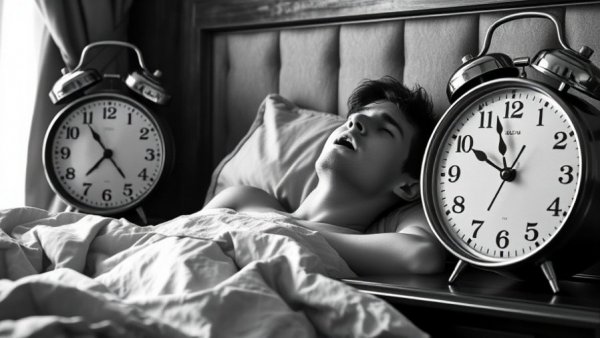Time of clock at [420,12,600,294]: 9:57
